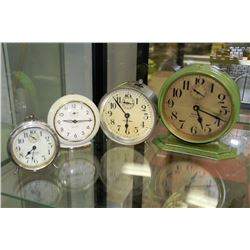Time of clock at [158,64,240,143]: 5:18
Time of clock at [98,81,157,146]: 5:53
